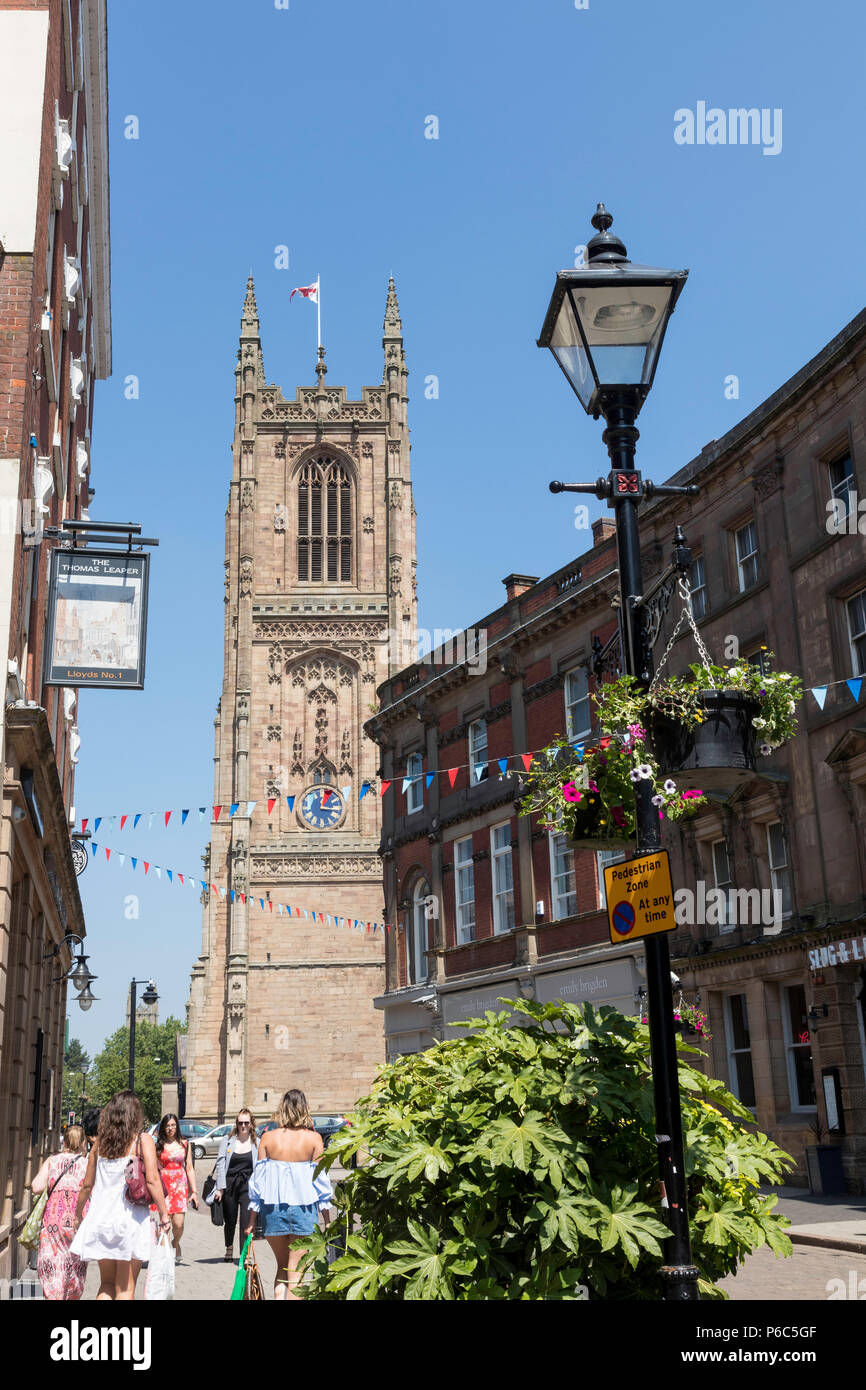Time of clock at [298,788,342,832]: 1:16
